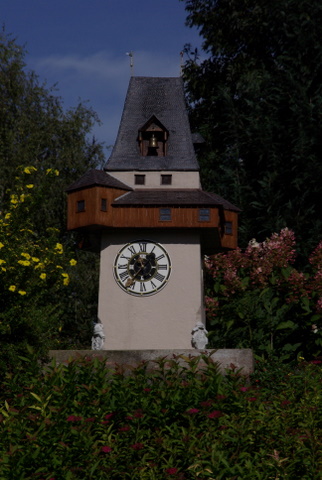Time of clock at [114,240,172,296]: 1:36
